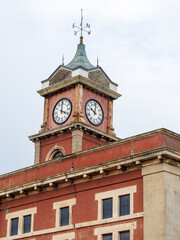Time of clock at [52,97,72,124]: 4:00
